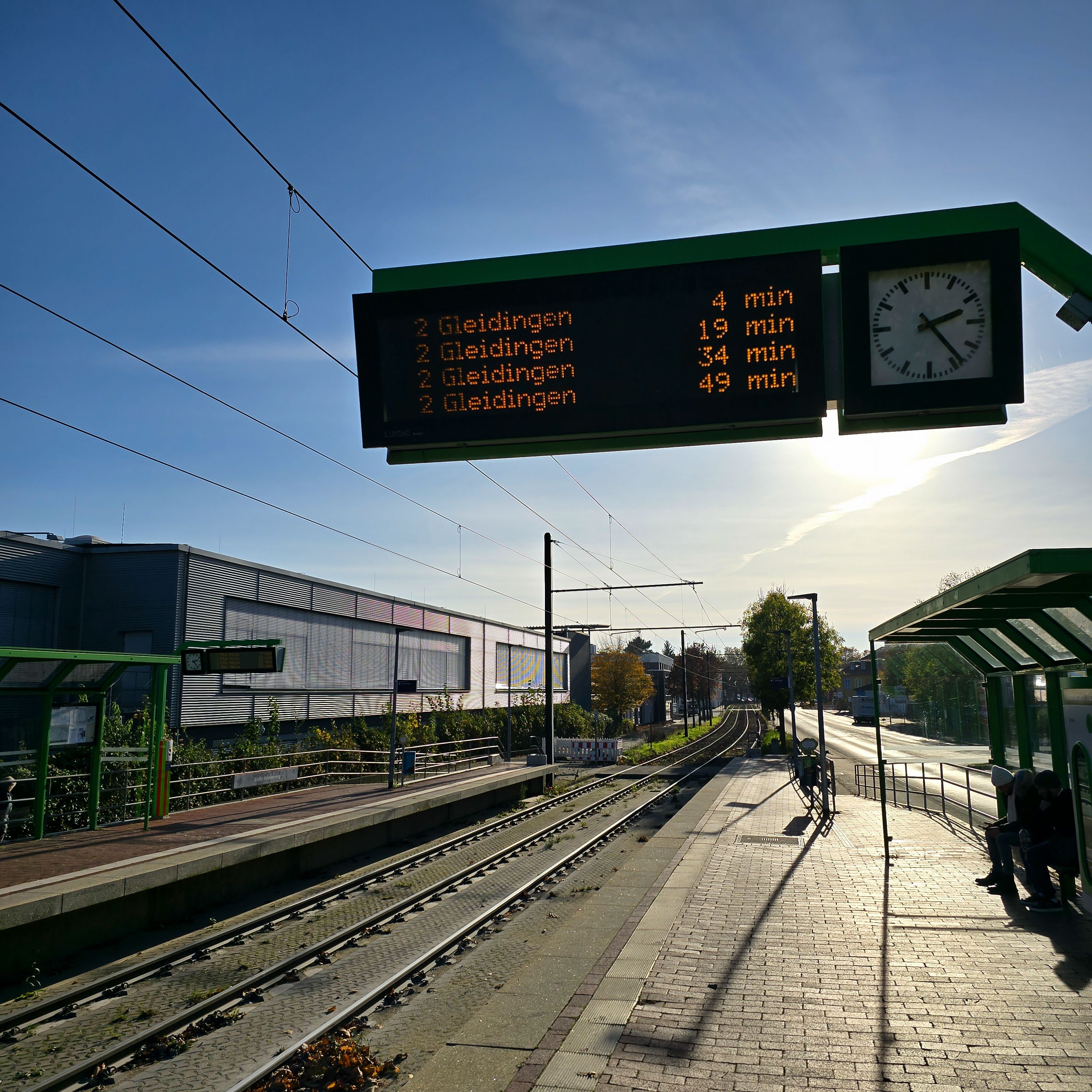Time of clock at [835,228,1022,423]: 2:23
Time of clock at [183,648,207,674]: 2:23
